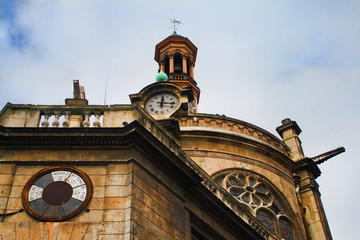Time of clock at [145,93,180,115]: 12:16
